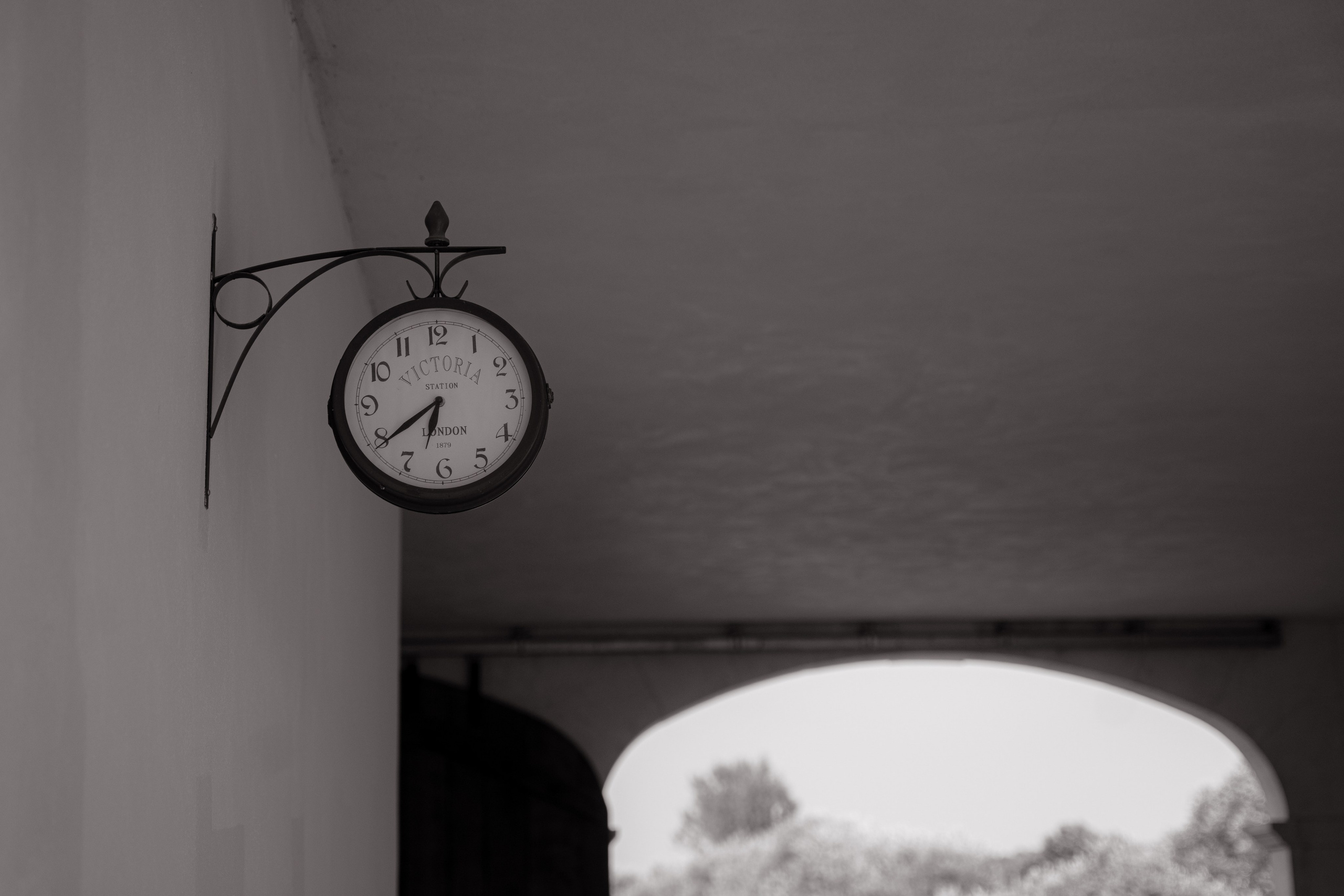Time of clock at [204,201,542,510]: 6:39
